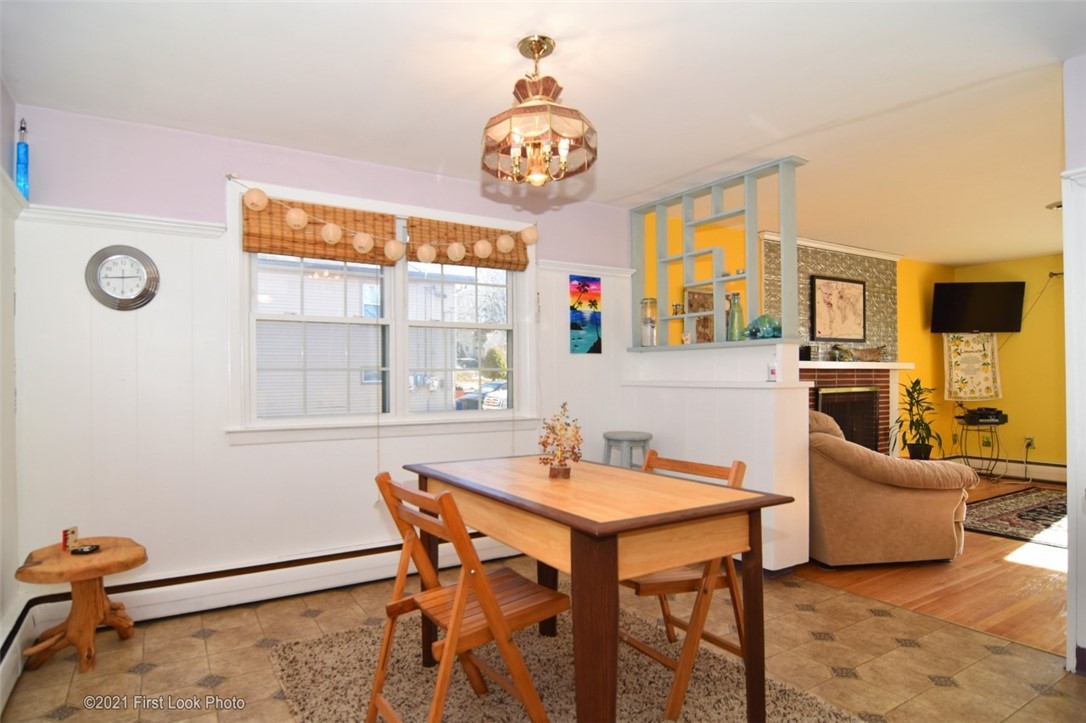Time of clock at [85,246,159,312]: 2:44
